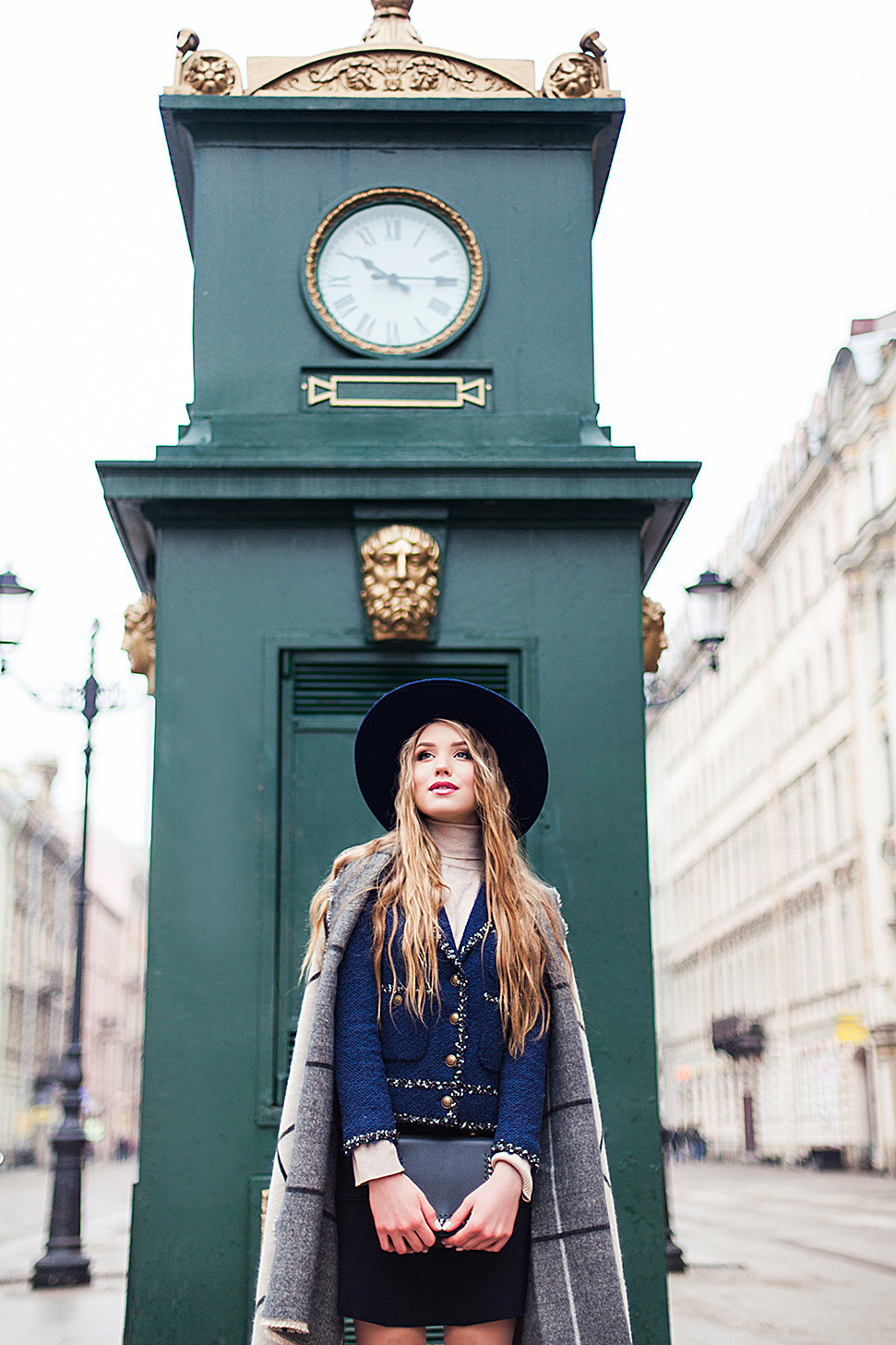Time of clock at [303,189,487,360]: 10:14
